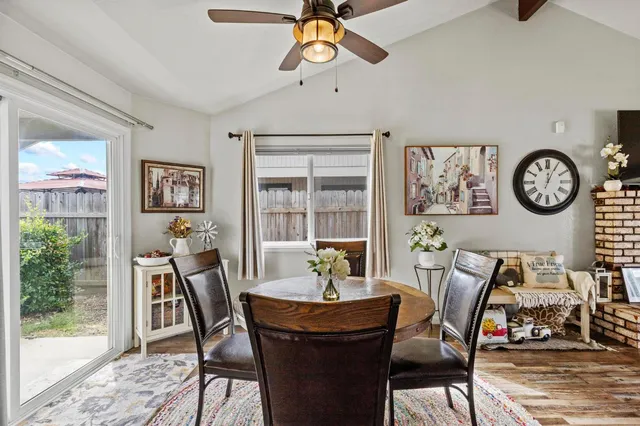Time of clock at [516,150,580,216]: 12:04
